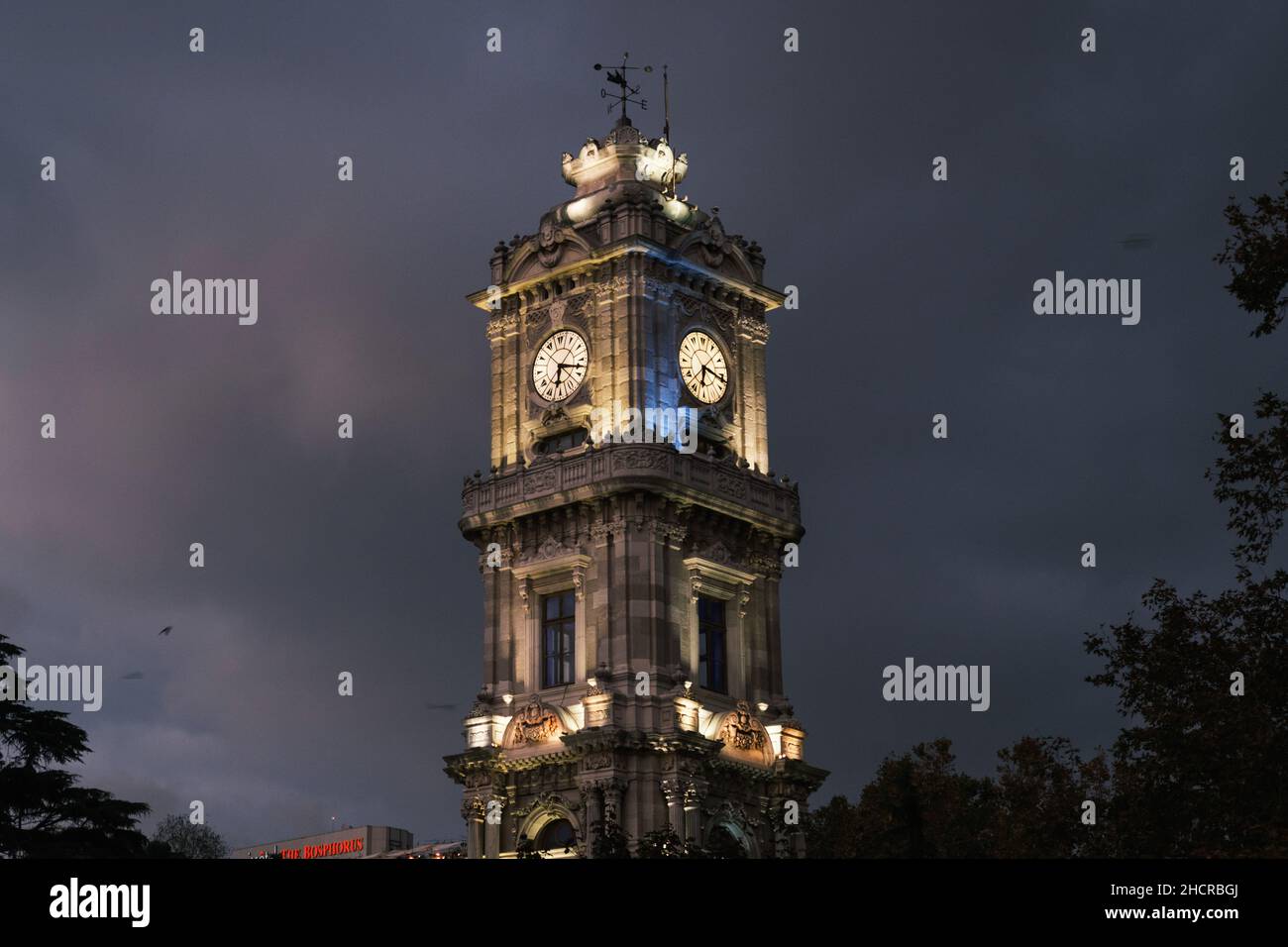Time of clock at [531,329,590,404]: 6:17
